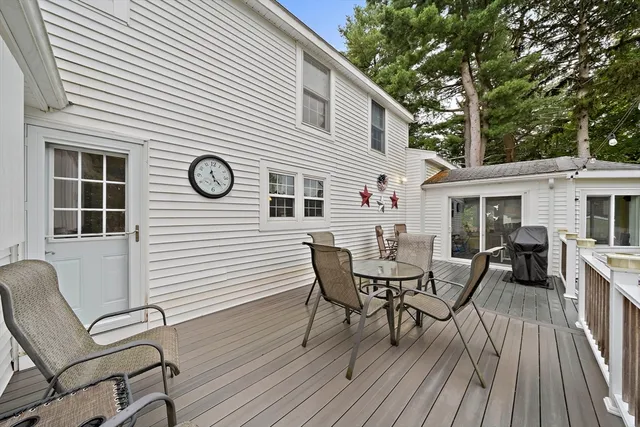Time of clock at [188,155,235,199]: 11:23
